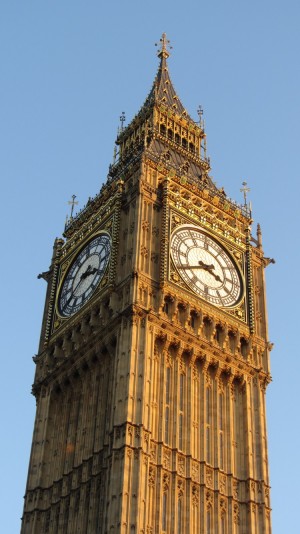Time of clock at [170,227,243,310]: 3:40
